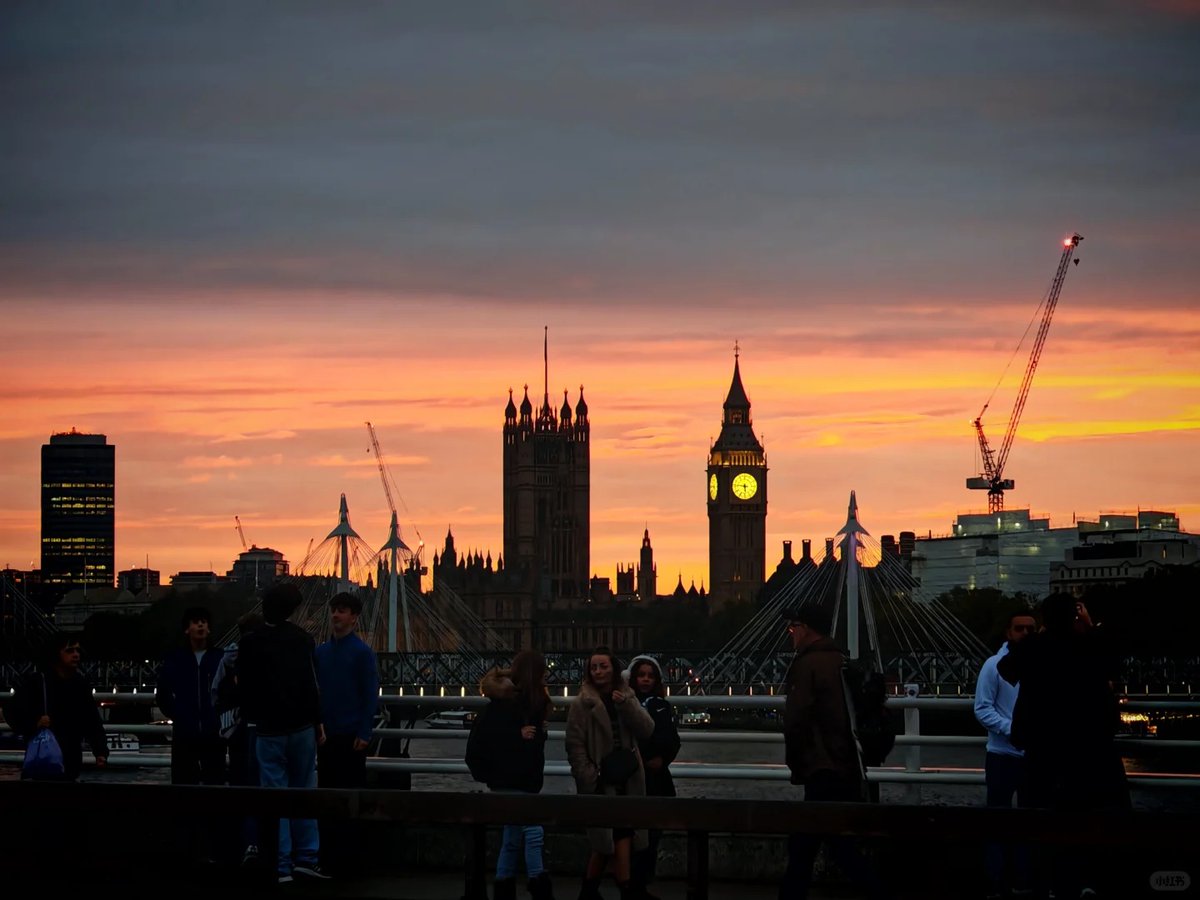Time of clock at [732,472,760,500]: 5:46
